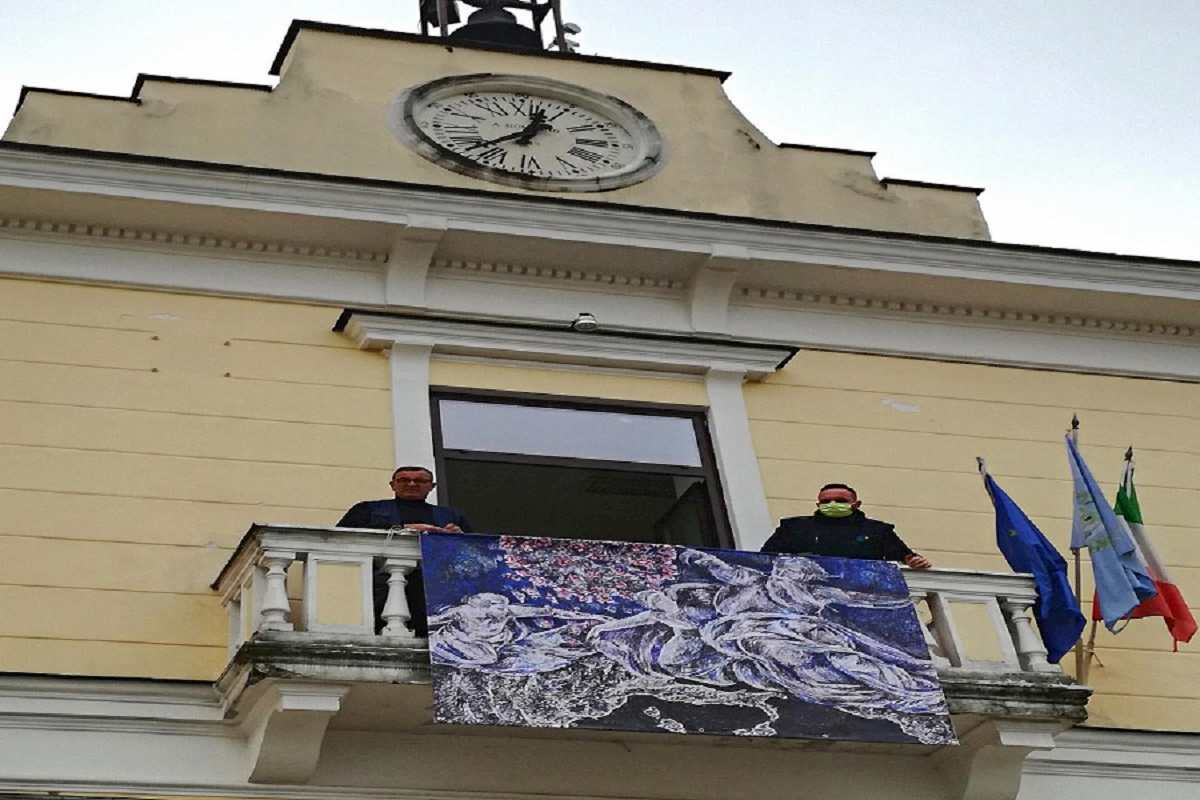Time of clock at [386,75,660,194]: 12:37
